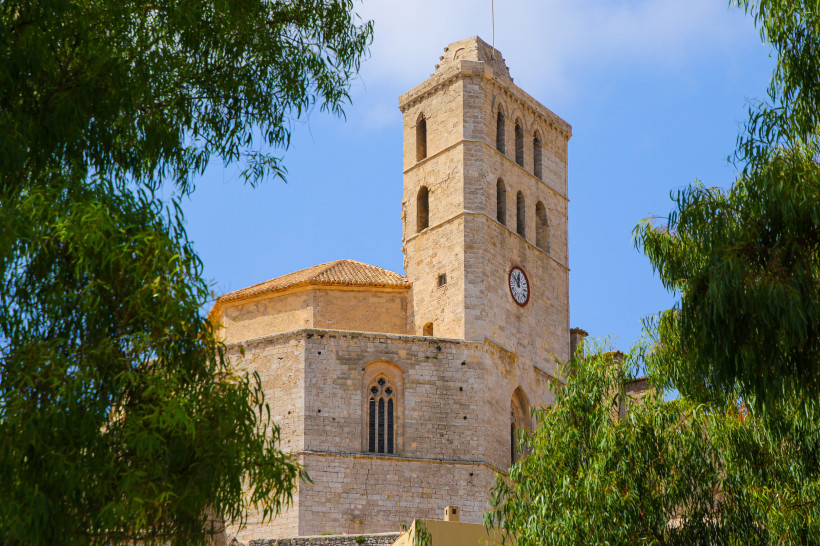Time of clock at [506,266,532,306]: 11:50
